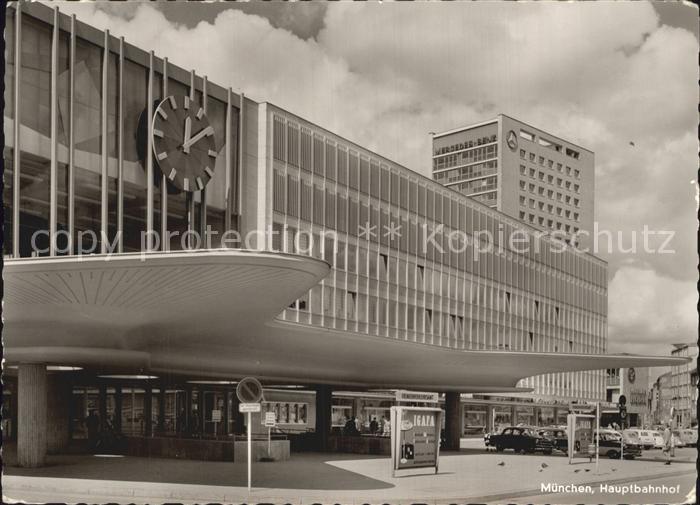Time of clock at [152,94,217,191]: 12:08
